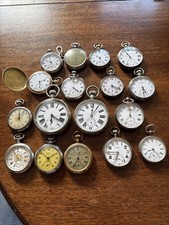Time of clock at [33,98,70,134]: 6:21
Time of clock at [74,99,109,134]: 12:05
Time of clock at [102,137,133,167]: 6:45
